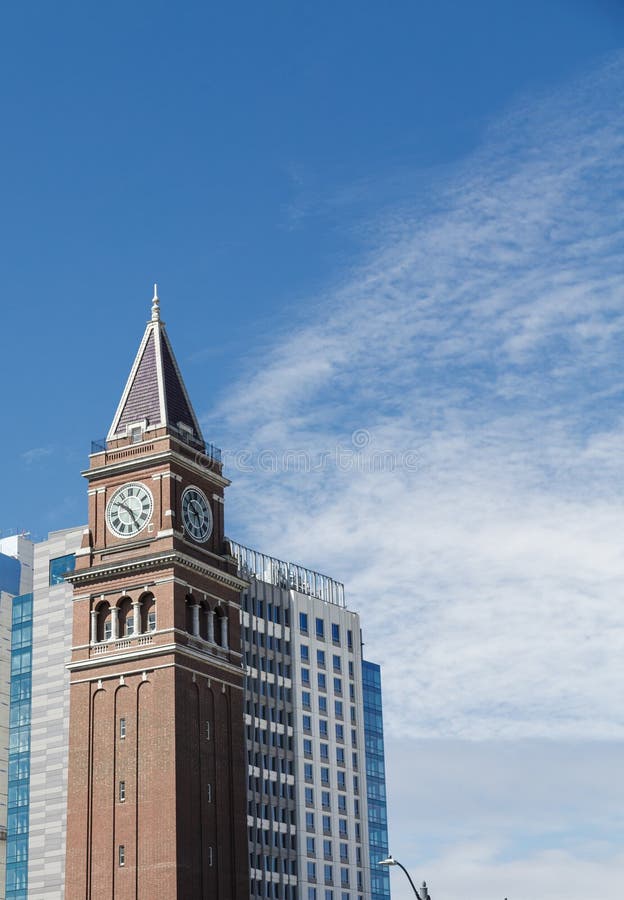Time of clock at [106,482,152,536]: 10:25
